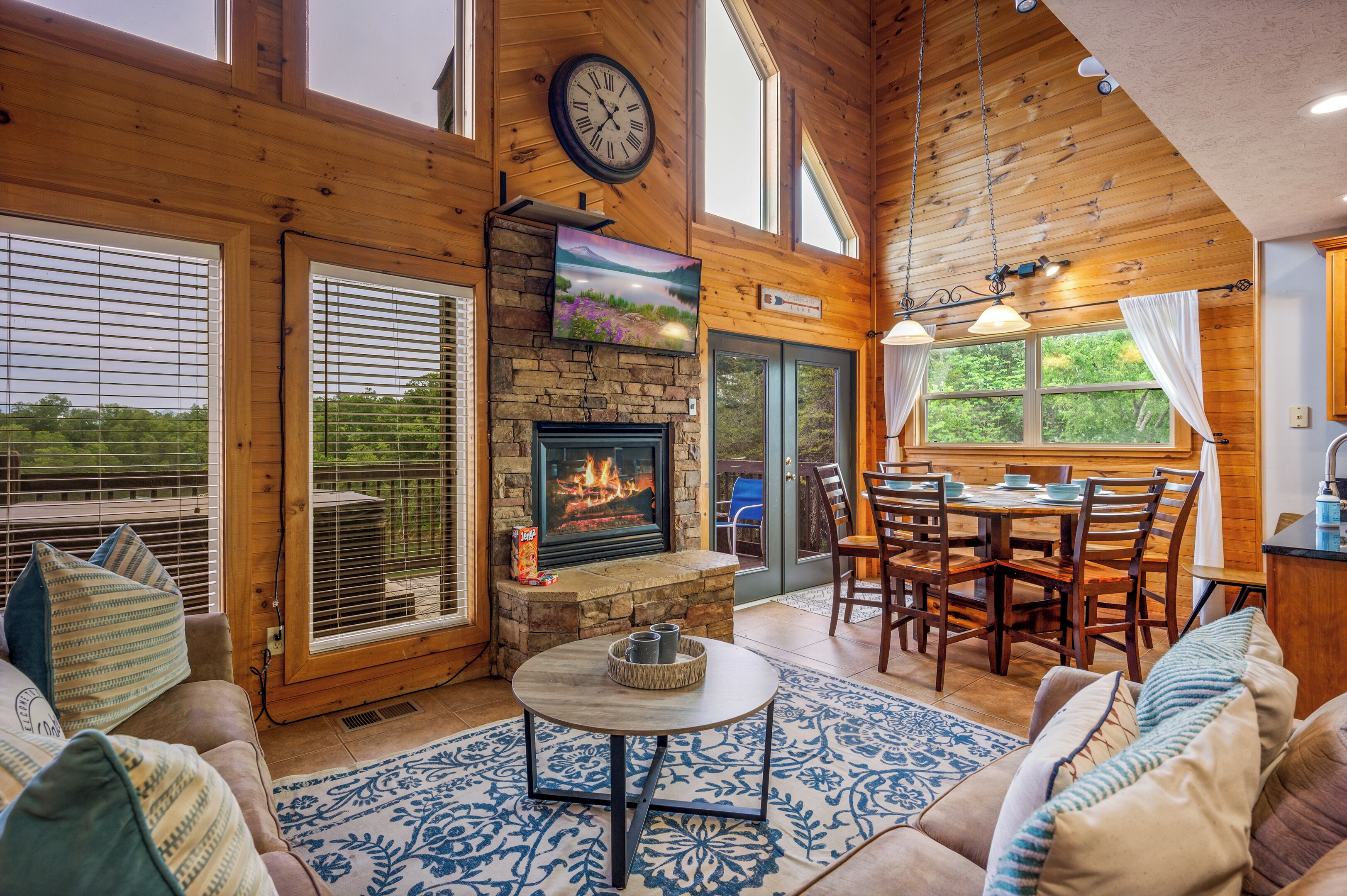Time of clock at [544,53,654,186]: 10:36
